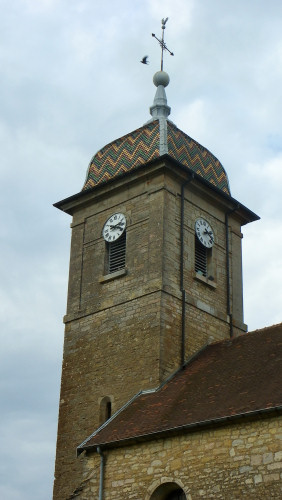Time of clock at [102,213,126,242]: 2:18
